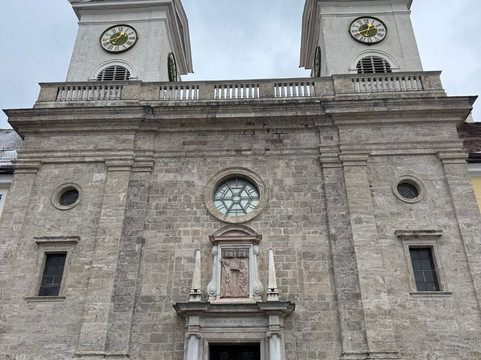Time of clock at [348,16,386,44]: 12:41
